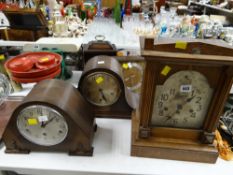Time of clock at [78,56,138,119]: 5:26
